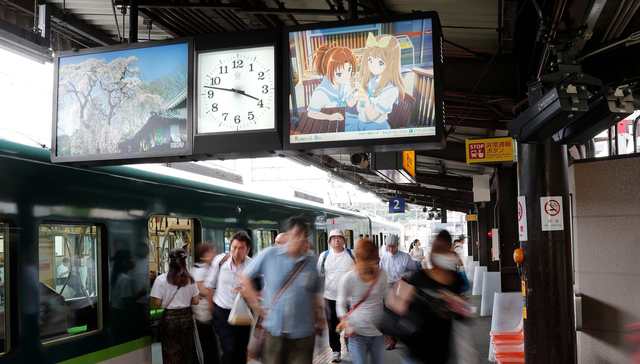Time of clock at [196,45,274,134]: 3:47
